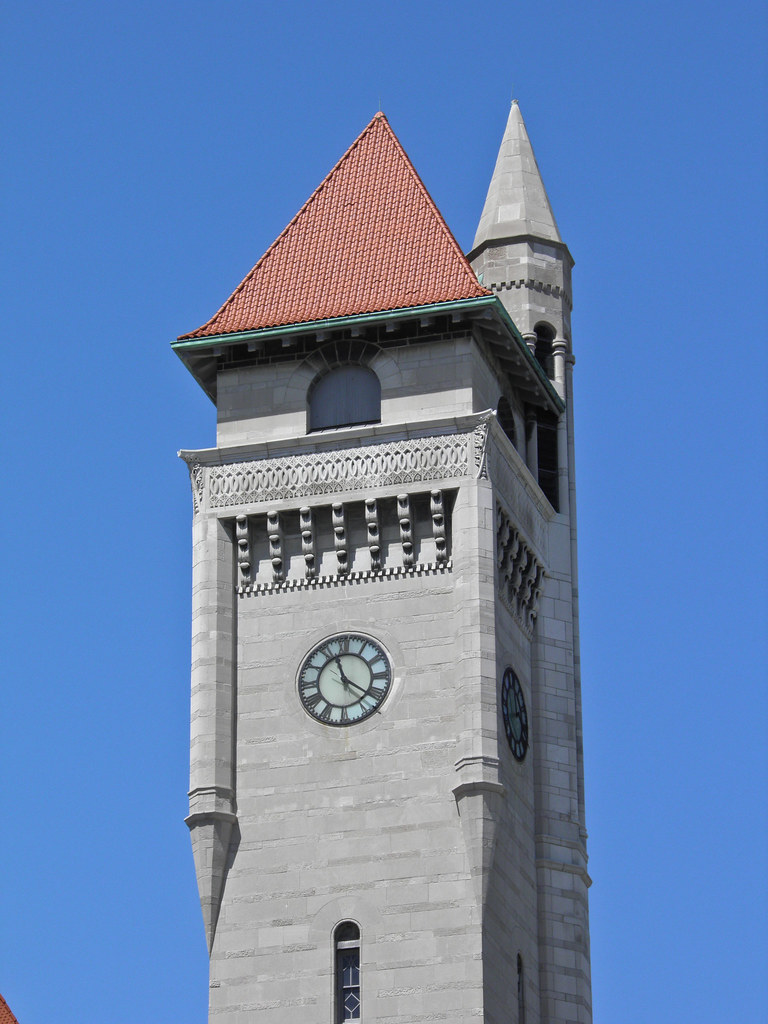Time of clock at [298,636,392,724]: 11:21
